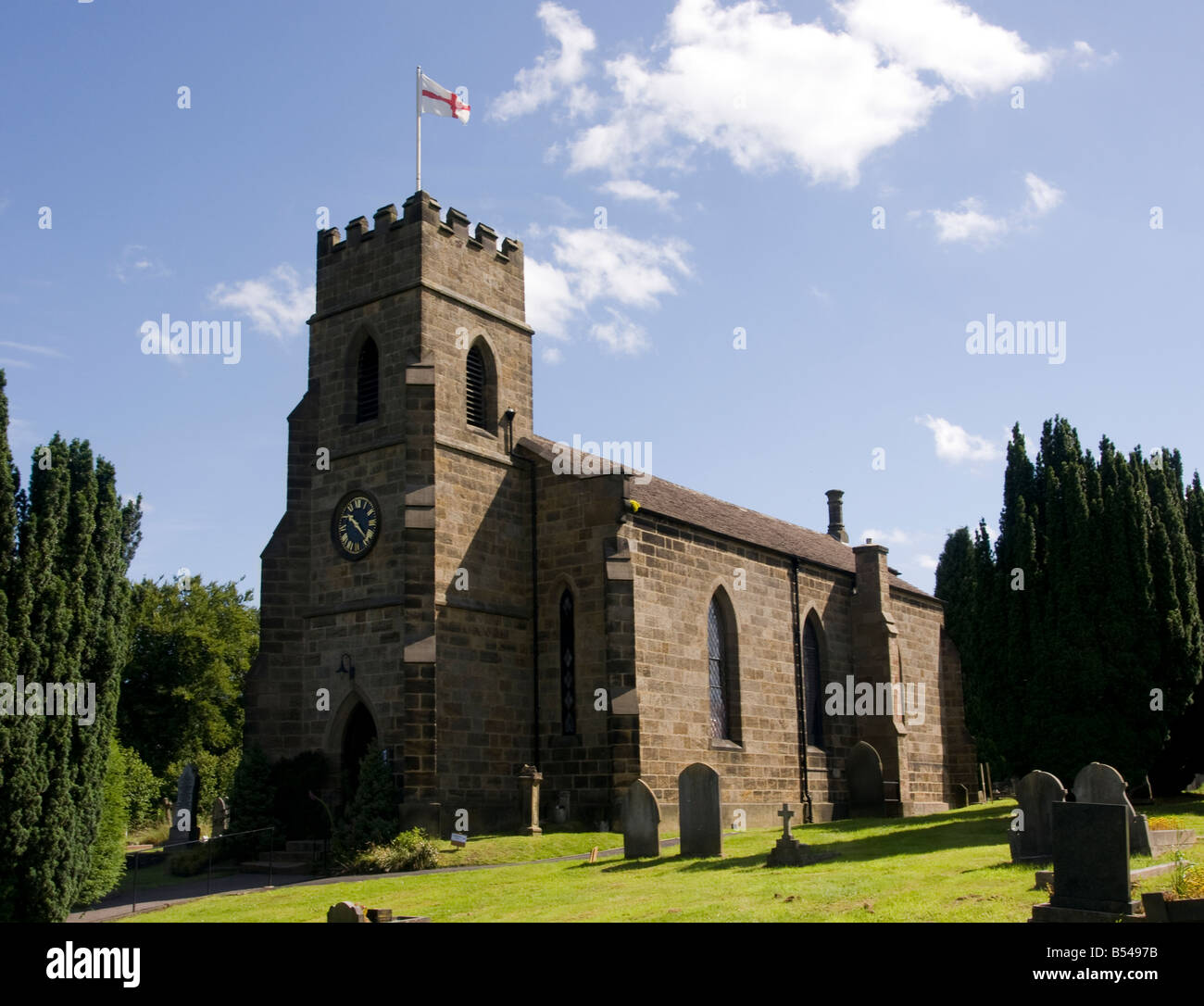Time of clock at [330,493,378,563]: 10:22
